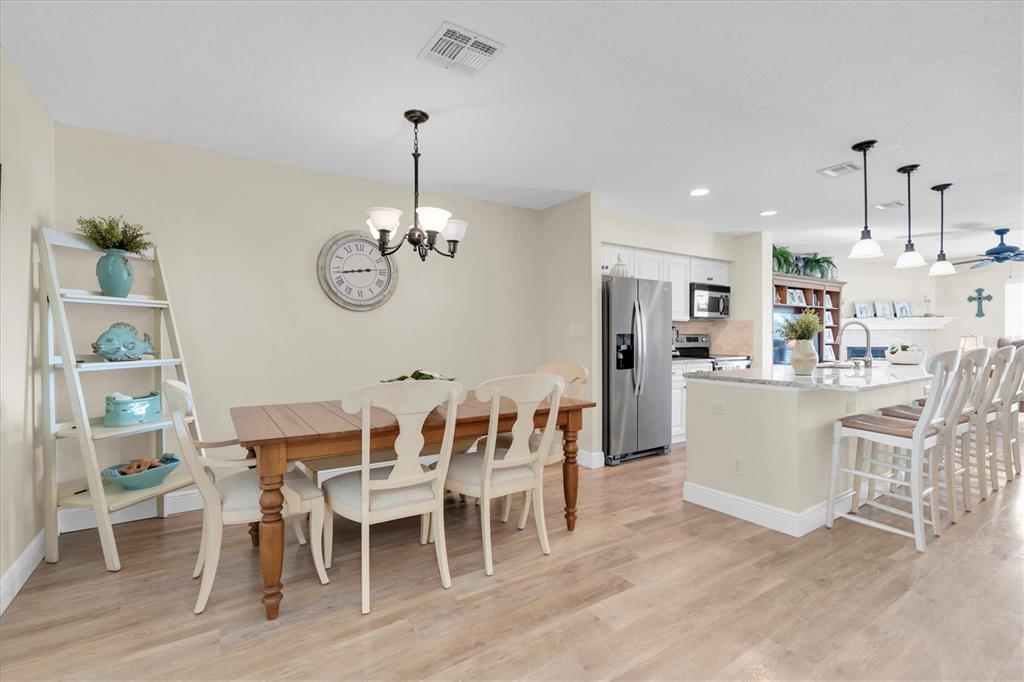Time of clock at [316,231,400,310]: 2:43
